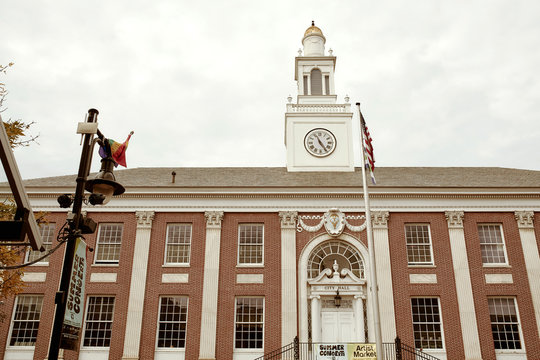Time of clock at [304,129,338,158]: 11:24
